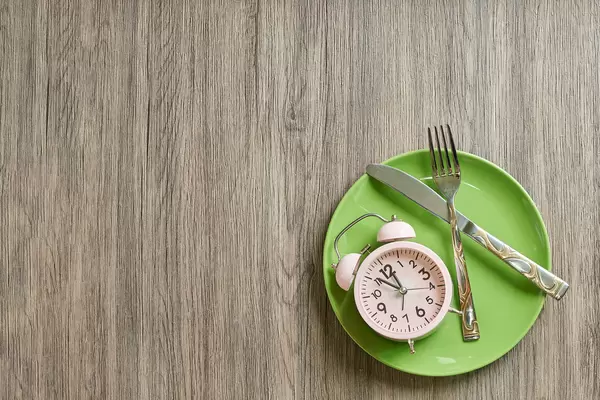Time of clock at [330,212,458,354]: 10:50
